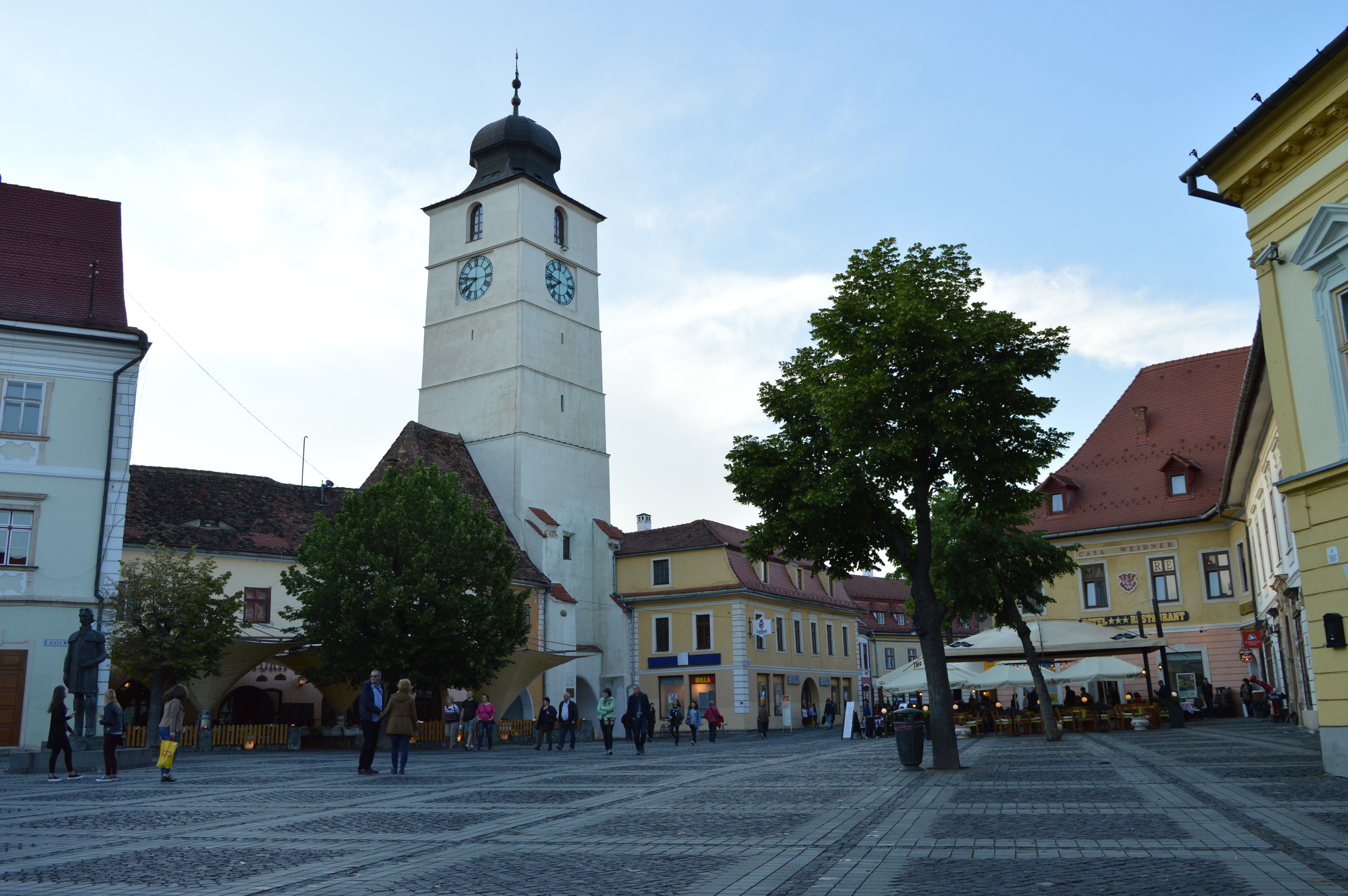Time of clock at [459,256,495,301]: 7:46
